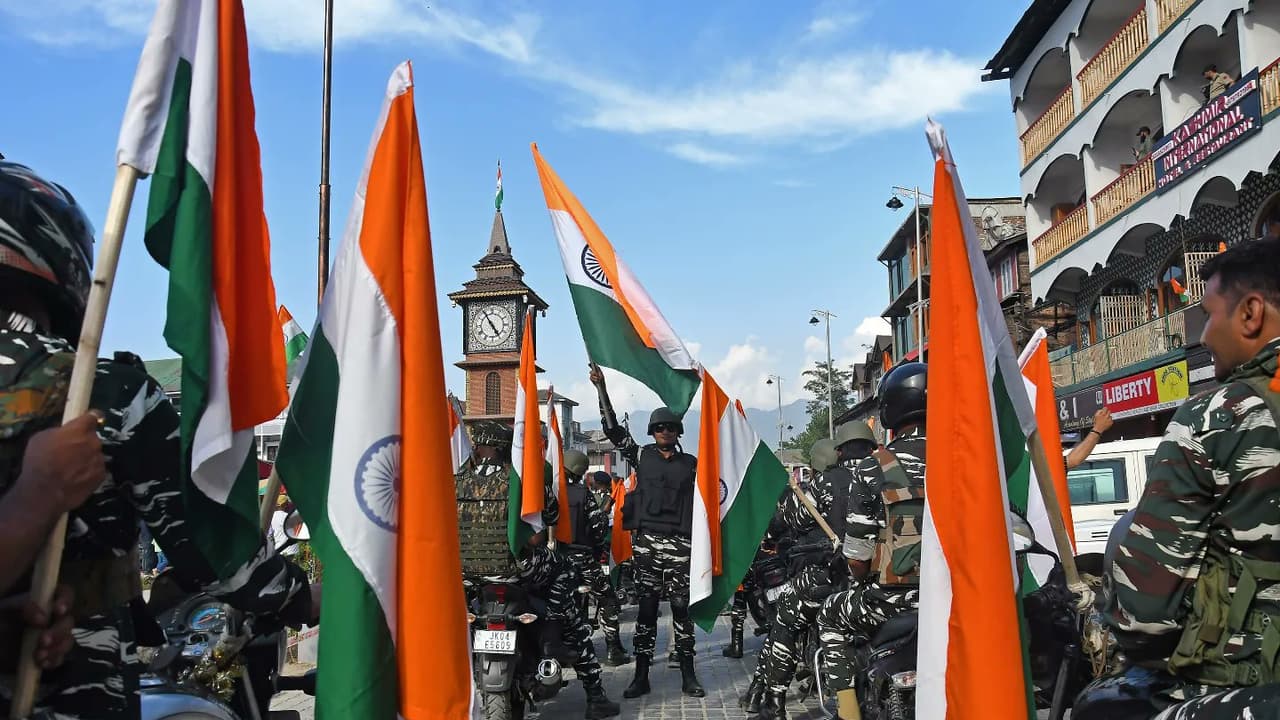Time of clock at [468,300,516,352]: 4:54
